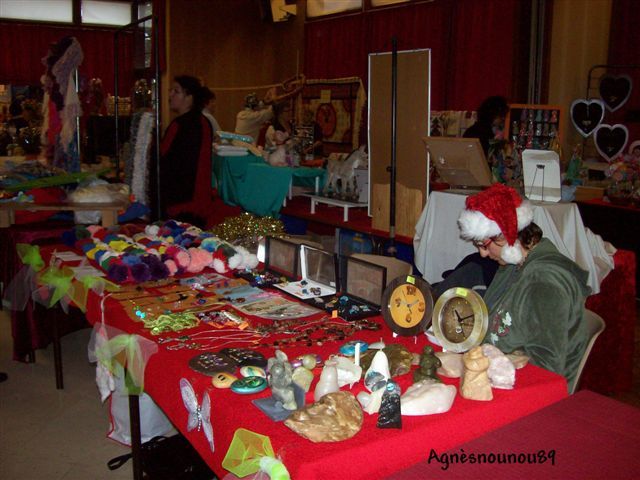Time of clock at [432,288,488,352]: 11:12
